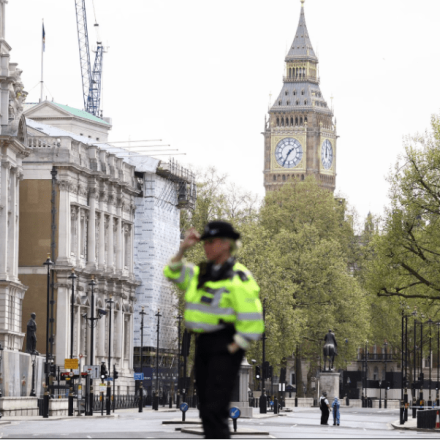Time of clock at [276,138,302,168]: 1:34
